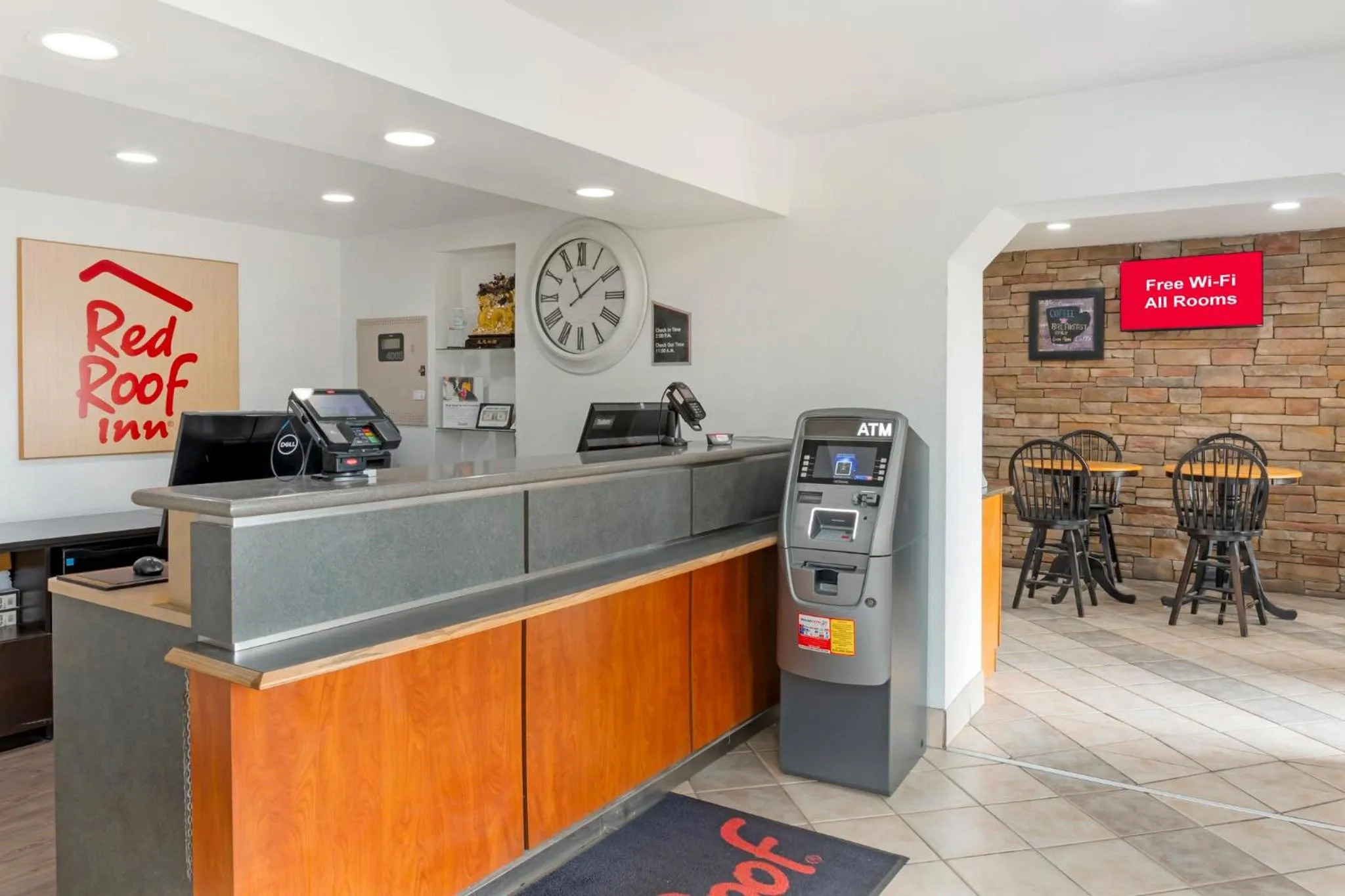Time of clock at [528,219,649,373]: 11:09
